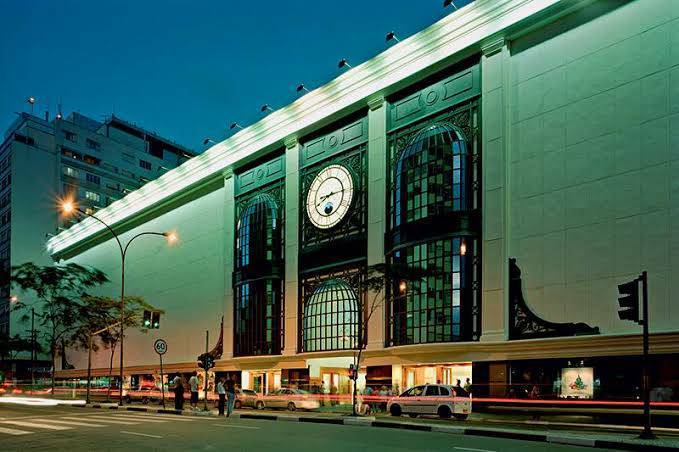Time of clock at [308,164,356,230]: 8:14
